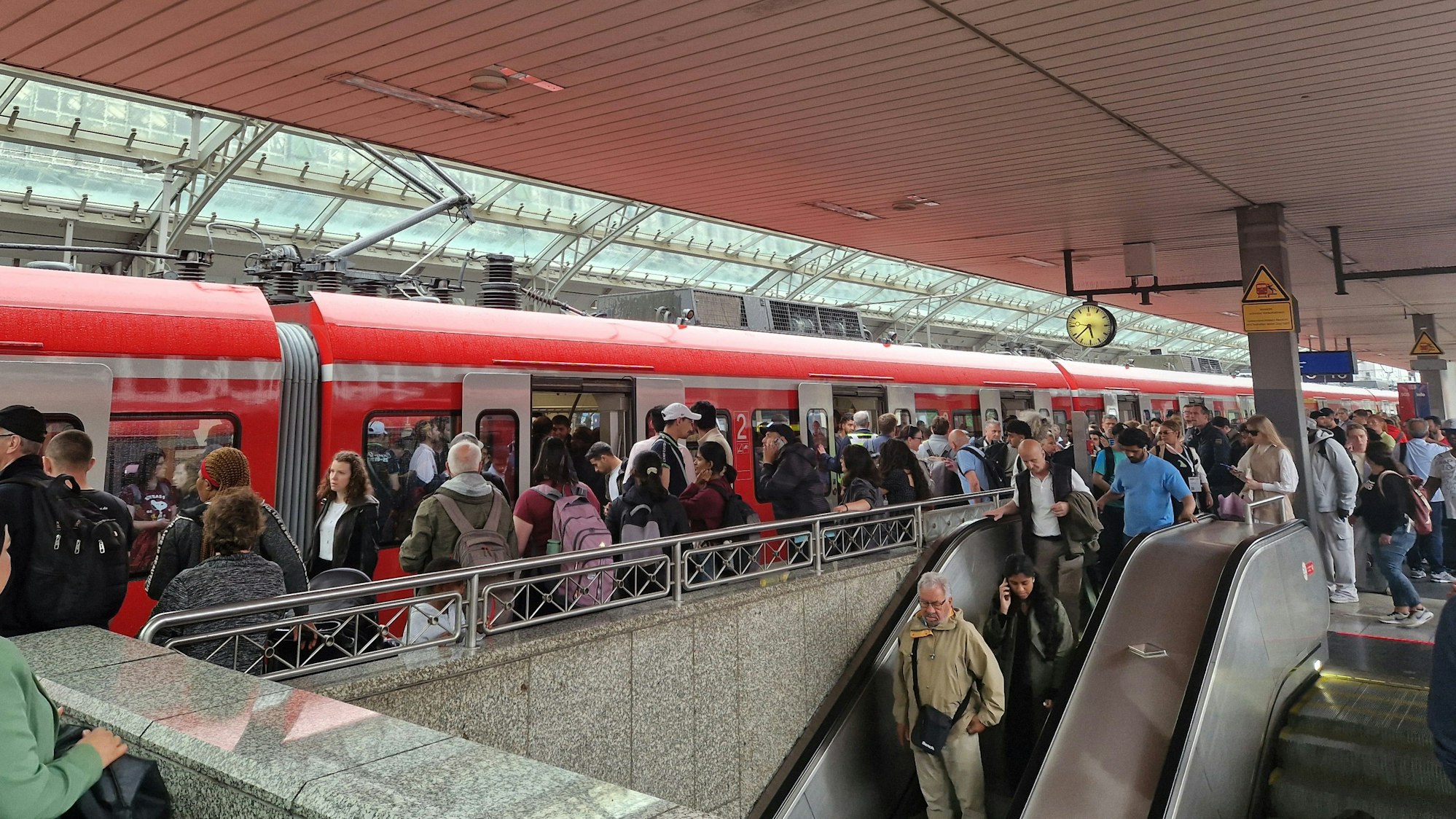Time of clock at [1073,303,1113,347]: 5:38
